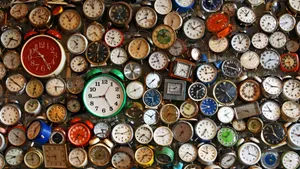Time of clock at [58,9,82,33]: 11:07
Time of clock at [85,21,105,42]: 4:42
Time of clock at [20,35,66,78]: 10:25
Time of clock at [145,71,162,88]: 7:37
